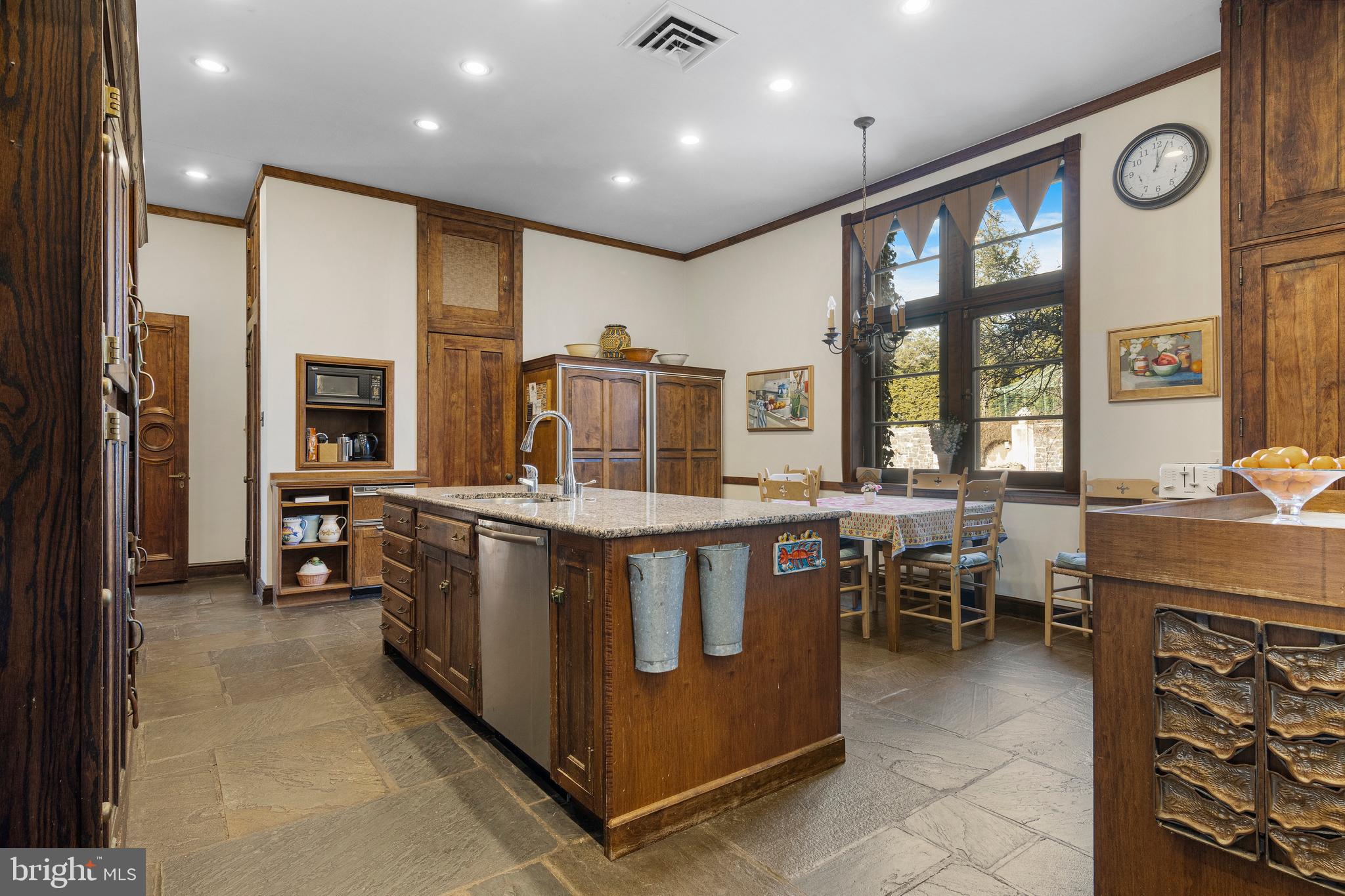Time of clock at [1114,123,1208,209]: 12:03
